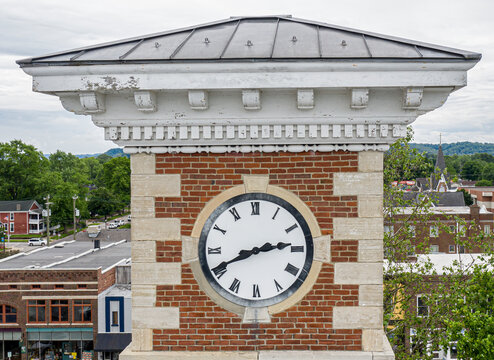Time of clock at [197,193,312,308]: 2:40
